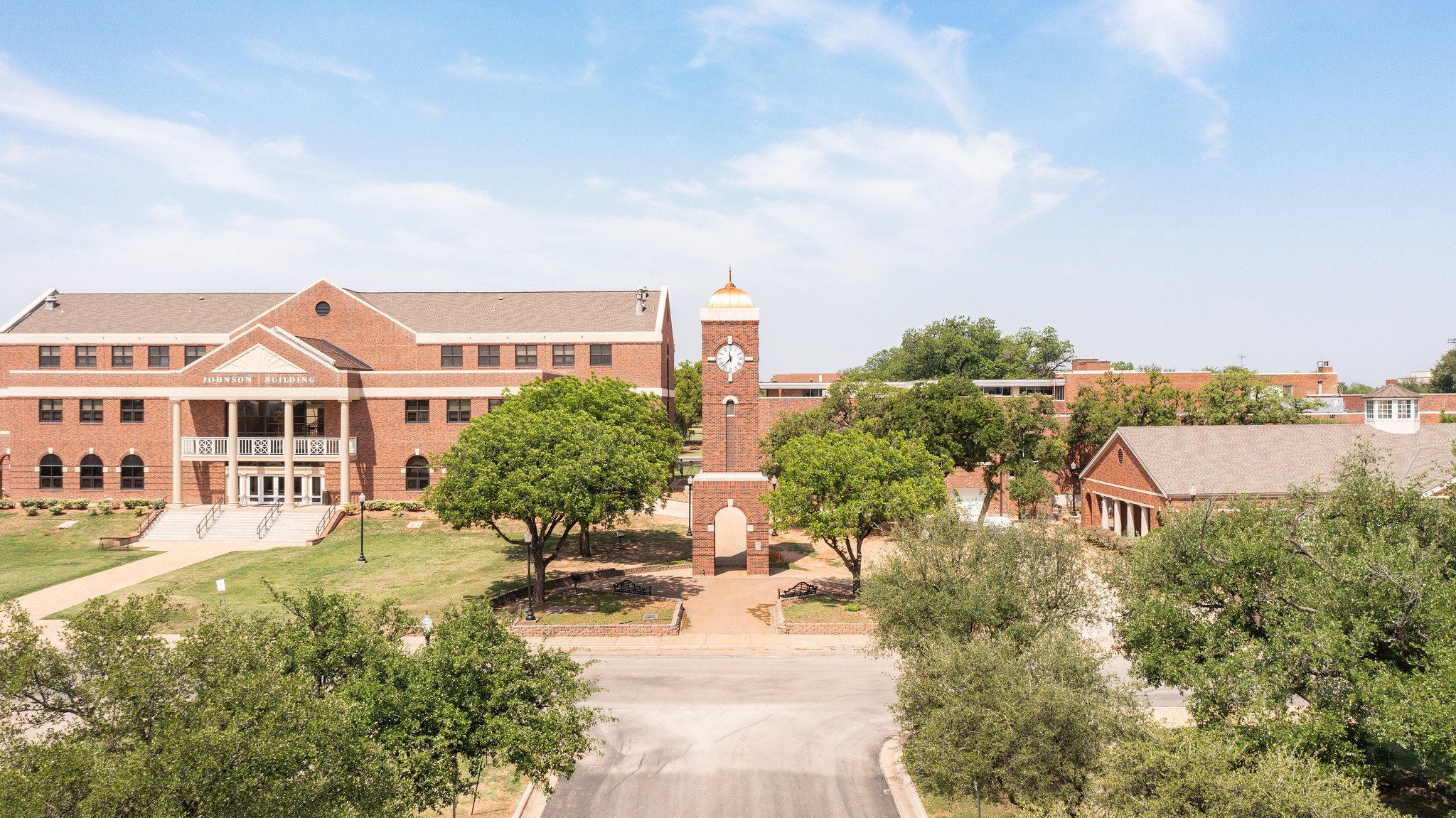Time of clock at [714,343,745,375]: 11:37
